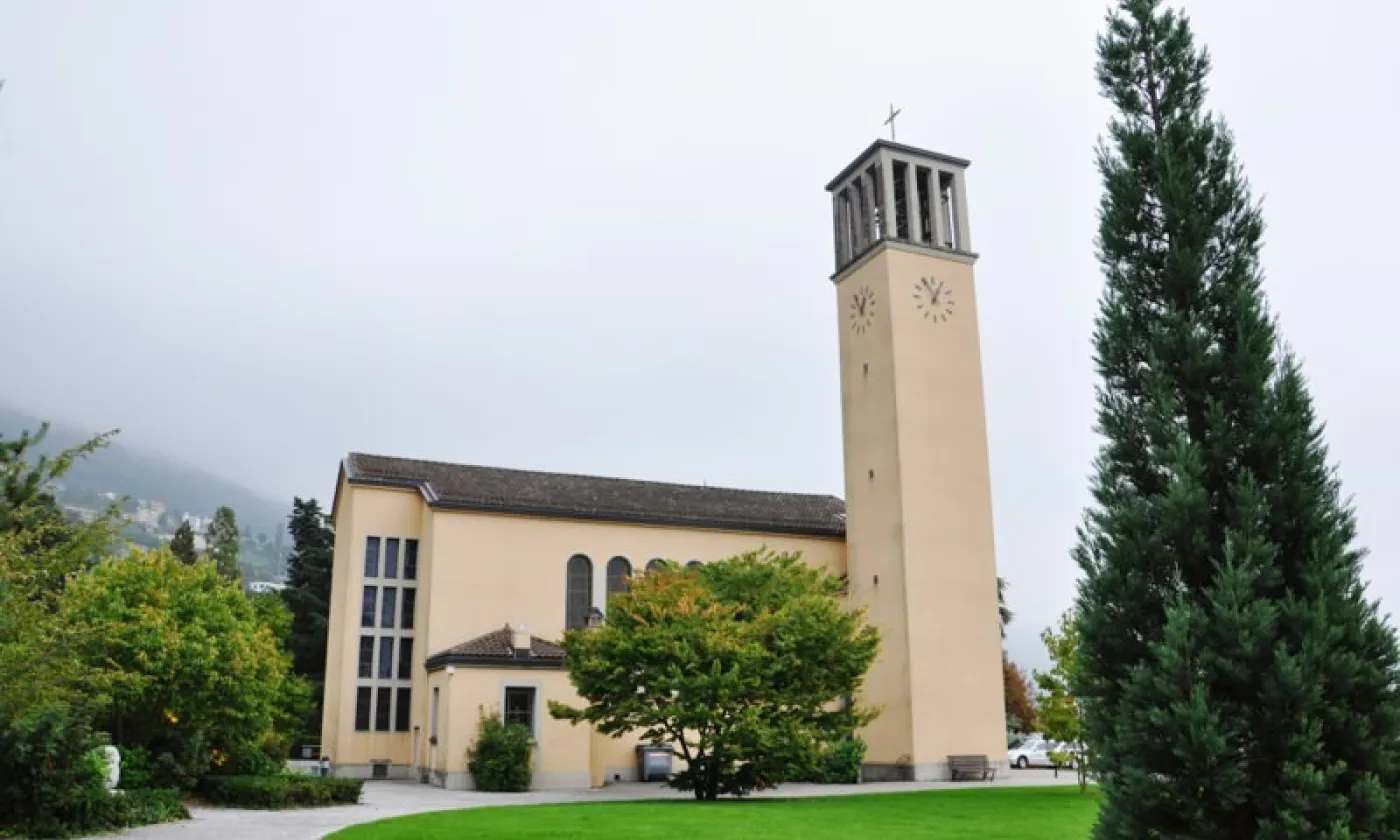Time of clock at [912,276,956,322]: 12:55
